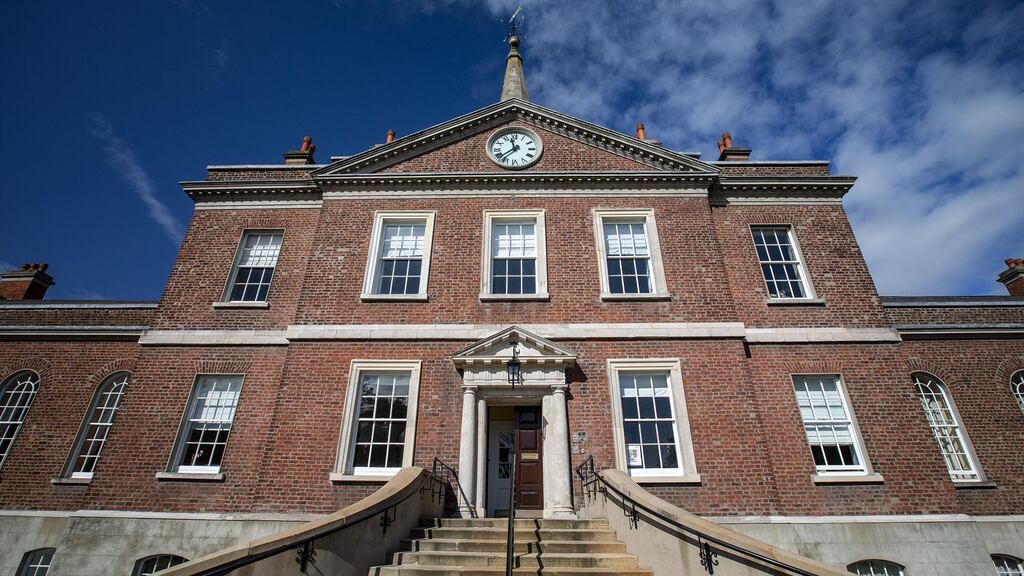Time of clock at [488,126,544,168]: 11:37
